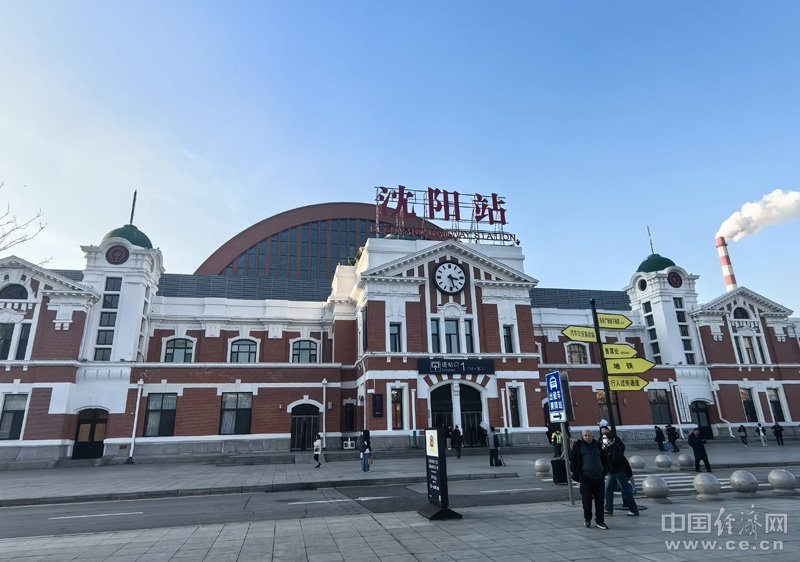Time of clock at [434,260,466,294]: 3:27
